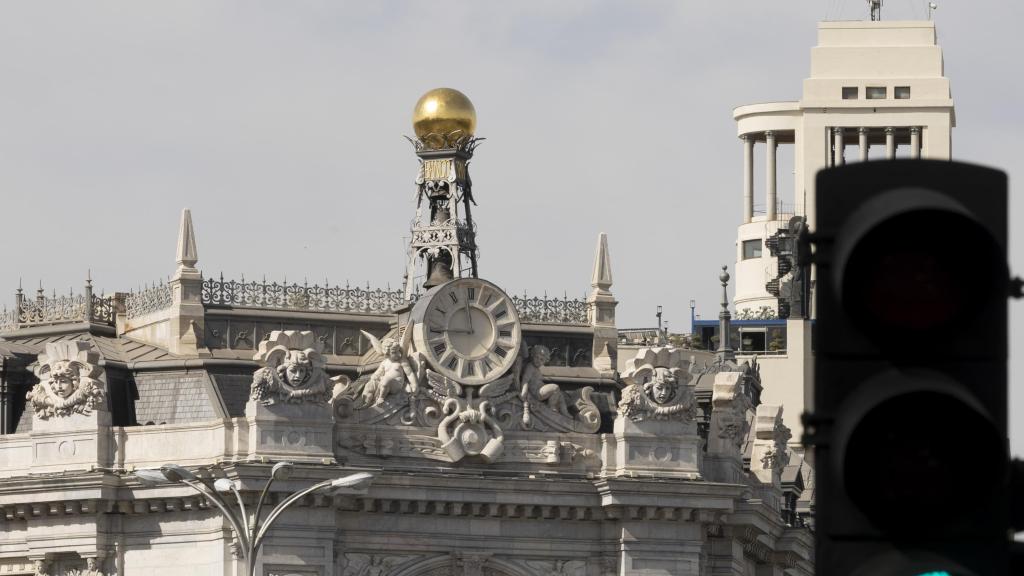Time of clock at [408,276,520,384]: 11:44
